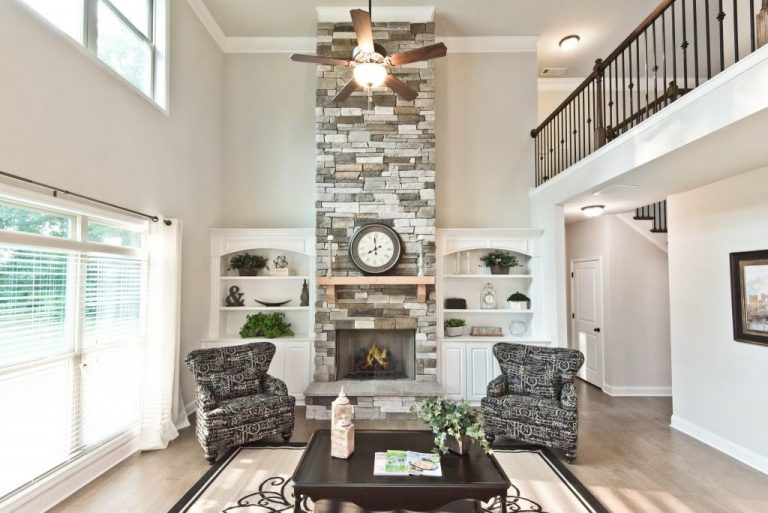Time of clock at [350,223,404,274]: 7:58
